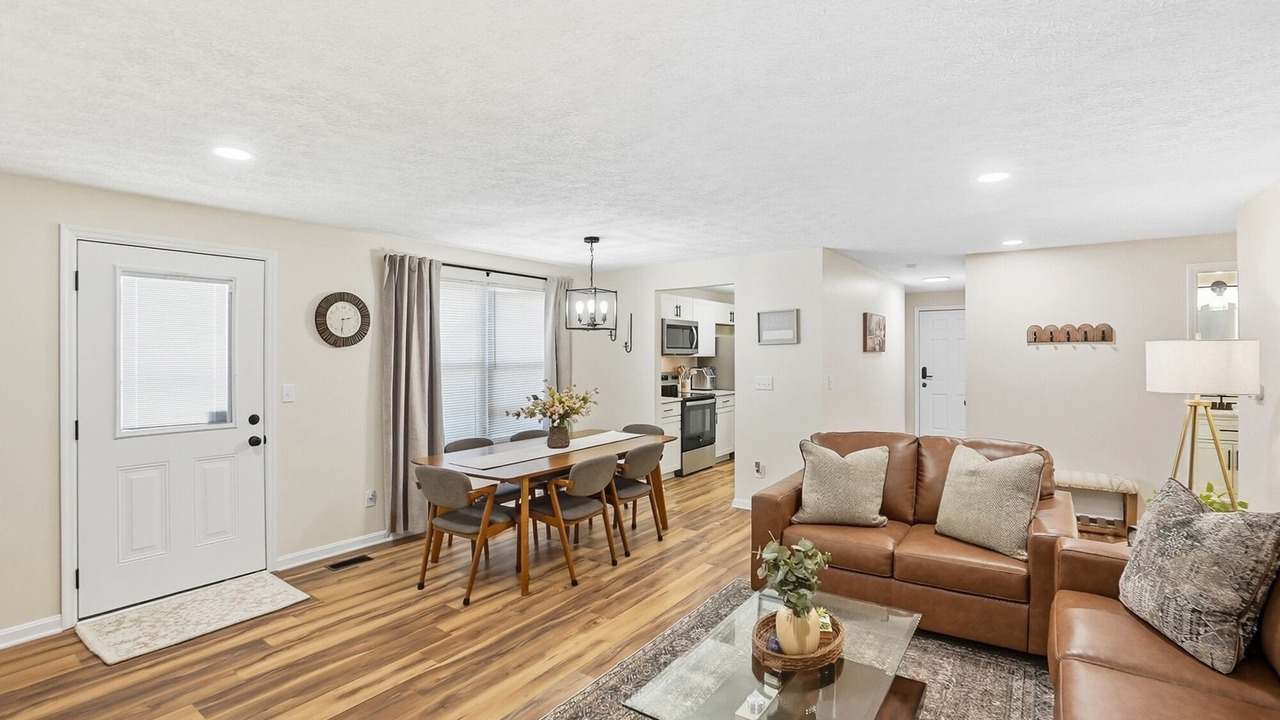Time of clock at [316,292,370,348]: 2:31
